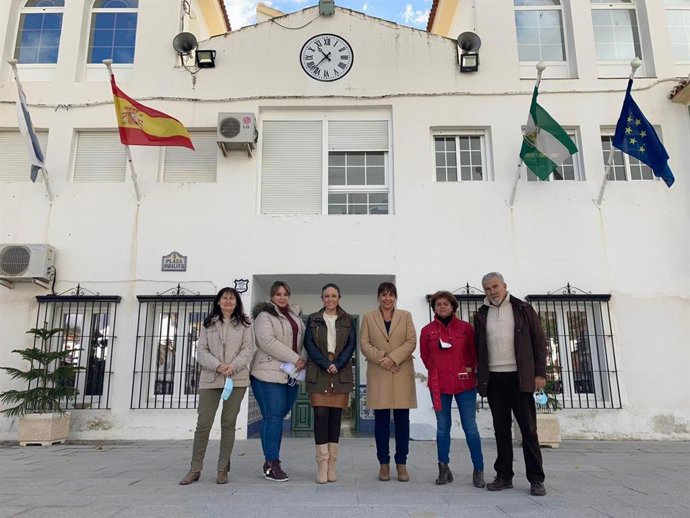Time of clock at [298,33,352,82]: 10:37
